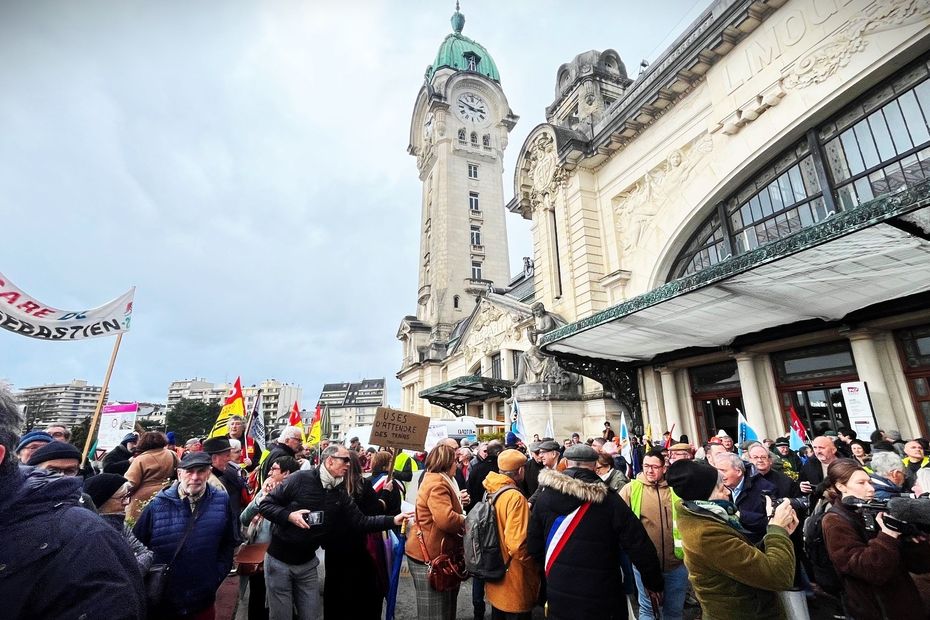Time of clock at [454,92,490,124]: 2:48
